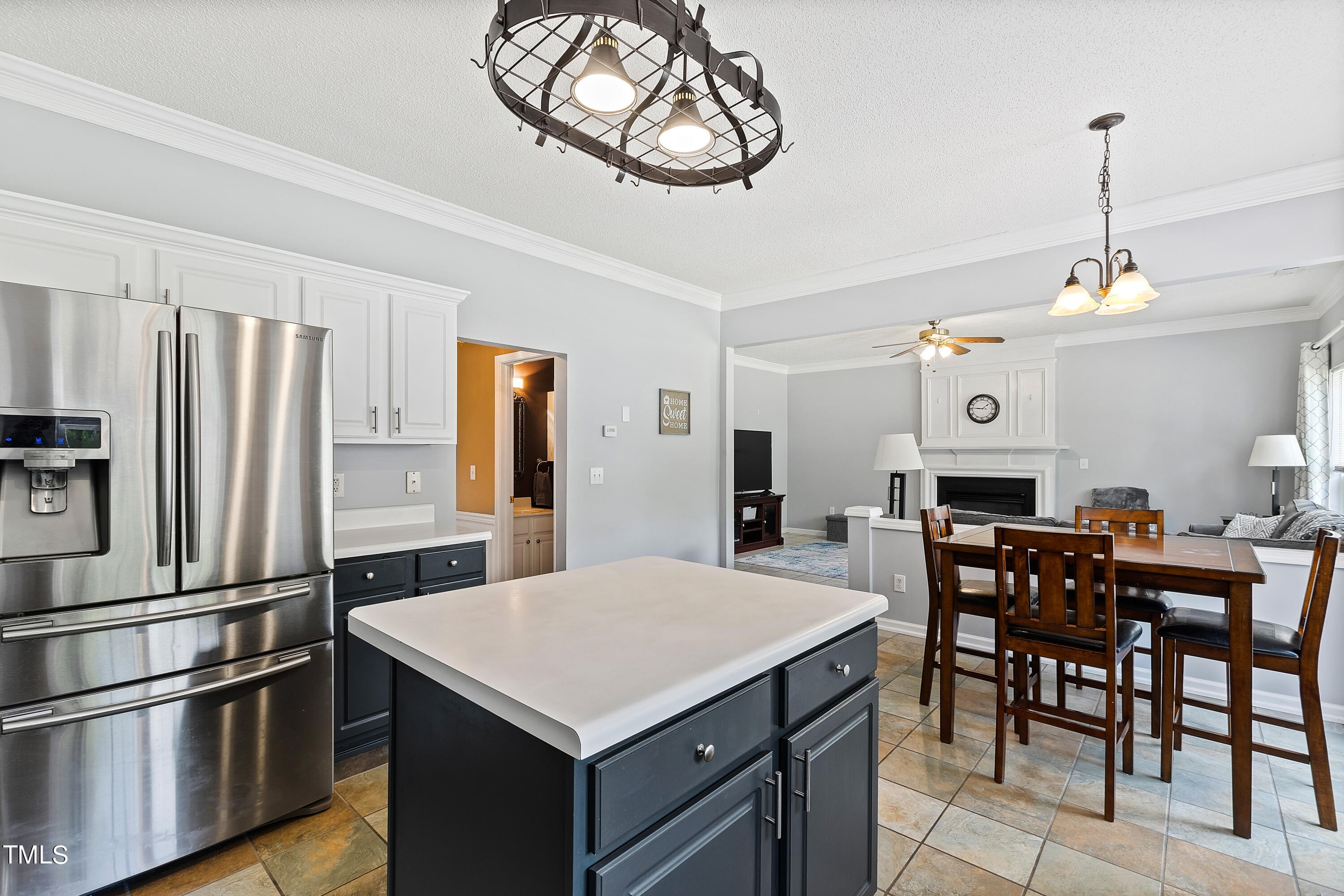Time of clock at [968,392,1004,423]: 1:46
